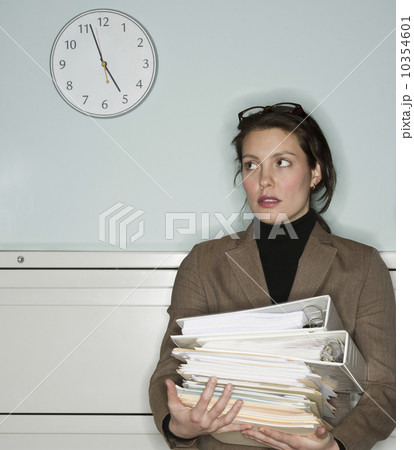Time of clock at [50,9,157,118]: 4:56
